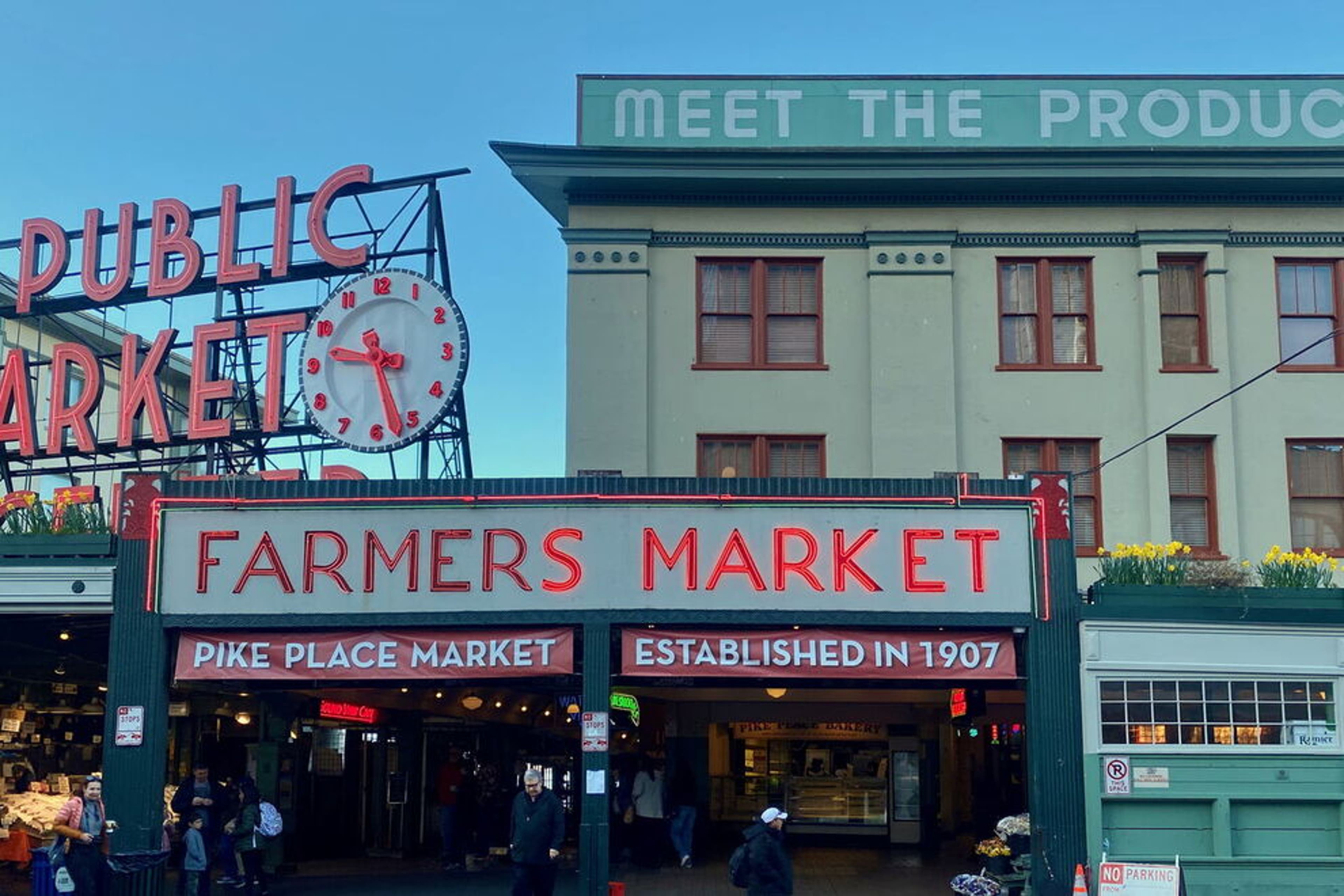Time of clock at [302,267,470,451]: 9:27
